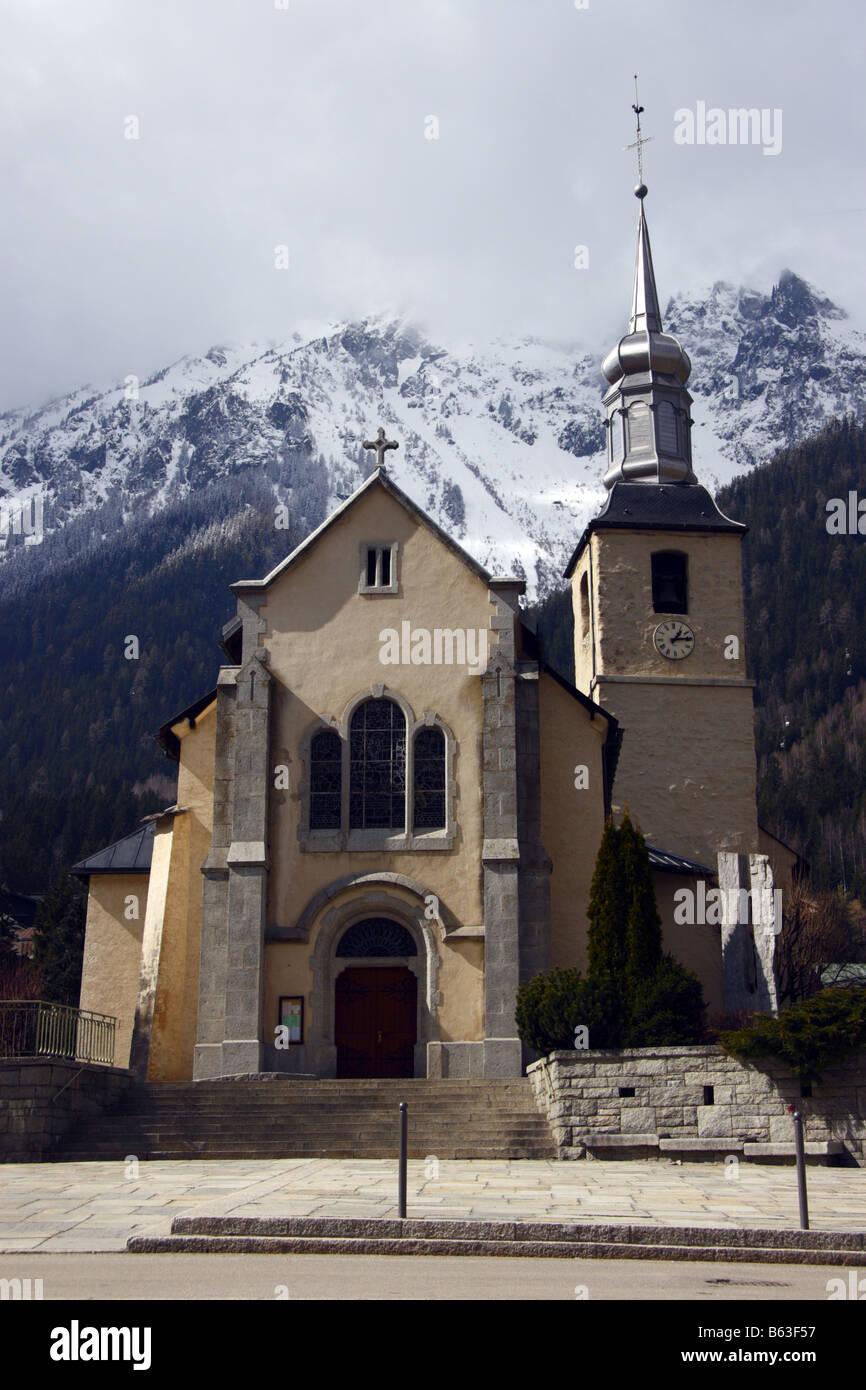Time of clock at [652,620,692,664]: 1:13
